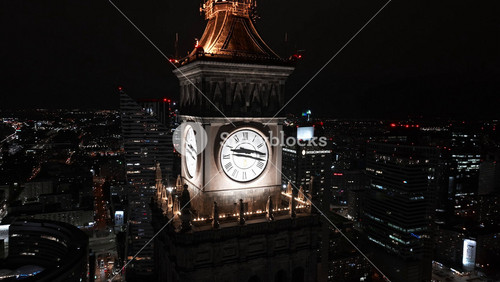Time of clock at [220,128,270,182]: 9:17
